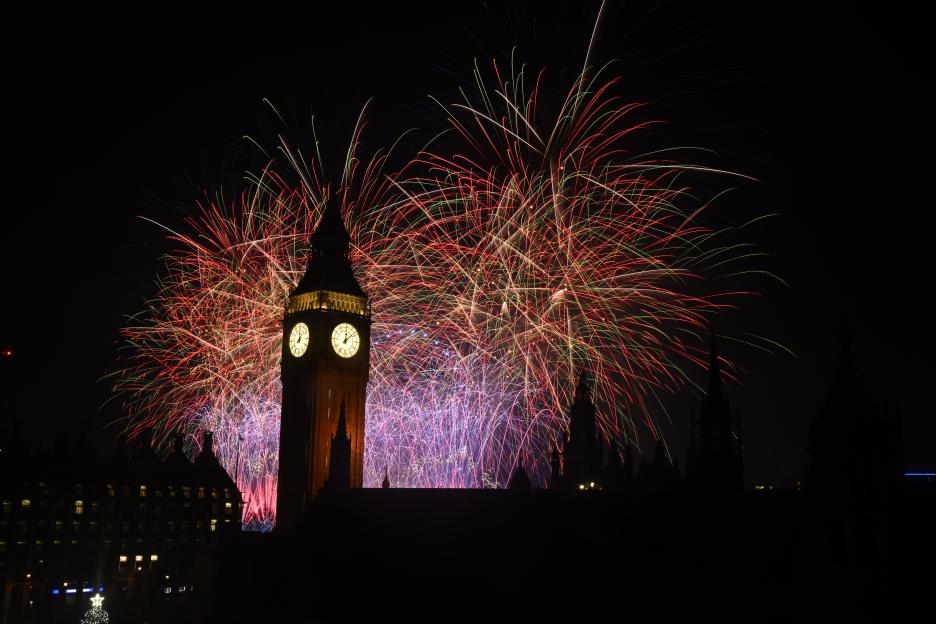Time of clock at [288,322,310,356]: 12:07
